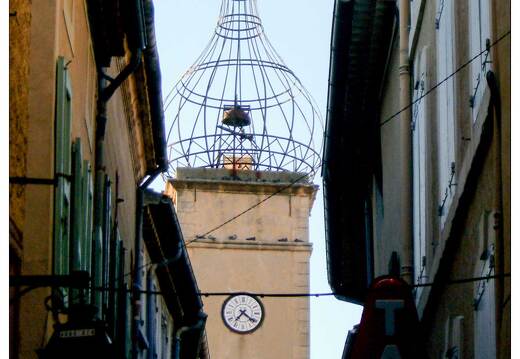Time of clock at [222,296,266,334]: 7:21
